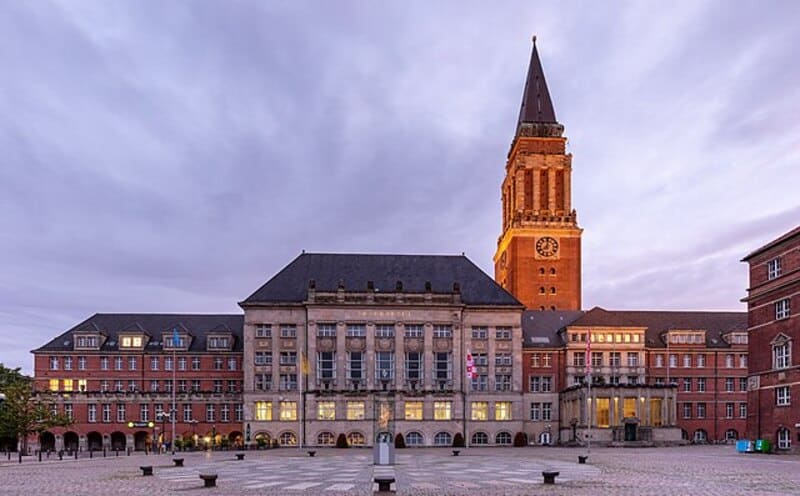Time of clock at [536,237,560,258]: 8:01
